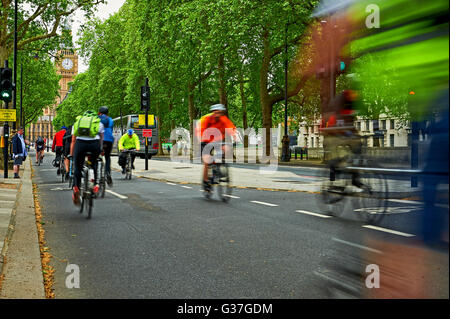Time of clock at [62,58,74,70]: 9:01
